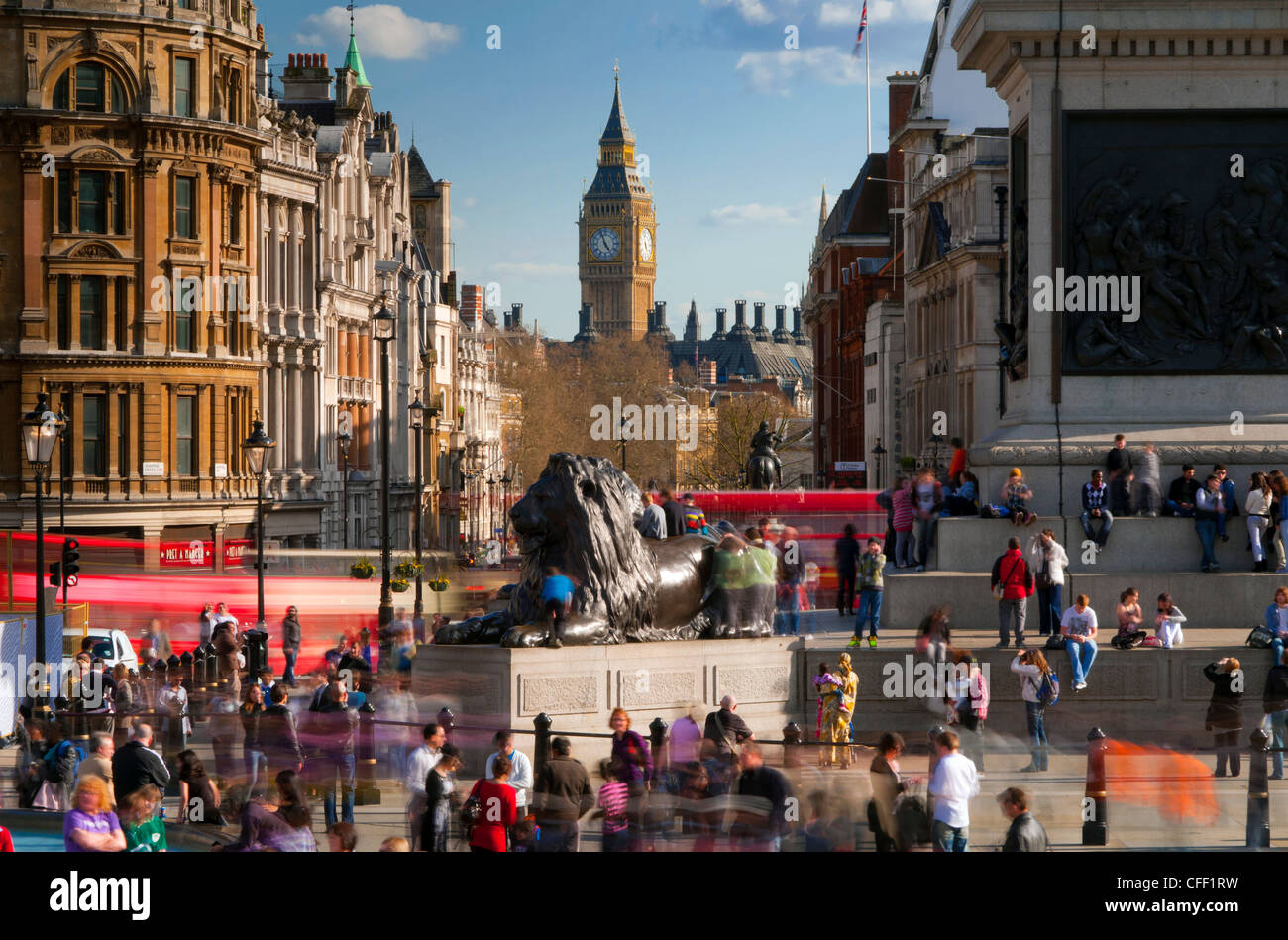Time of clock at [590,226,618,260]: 4:56
